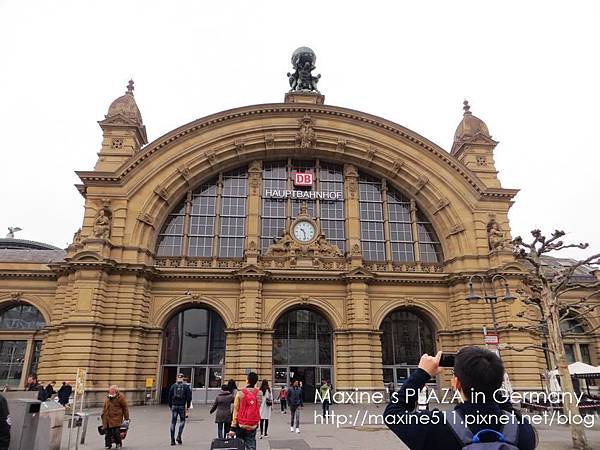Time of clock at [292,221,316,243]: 10:28
